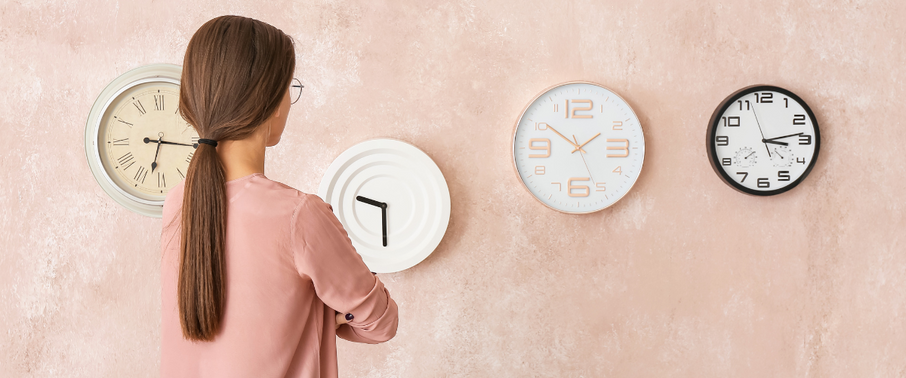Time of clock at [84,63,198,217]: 6:15
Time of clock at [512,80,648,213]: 1:50
